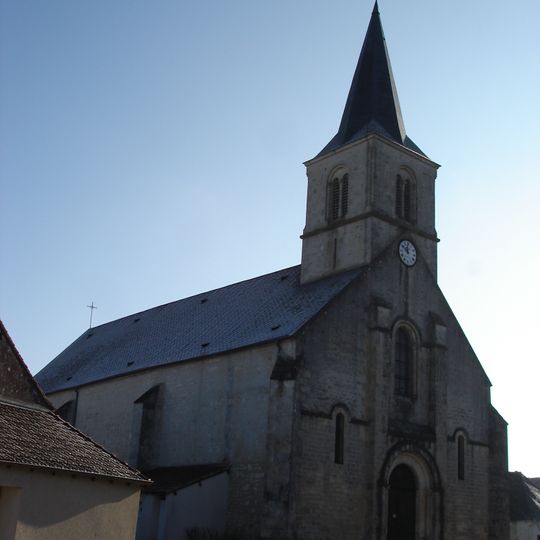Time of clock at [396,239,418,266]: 11:50
